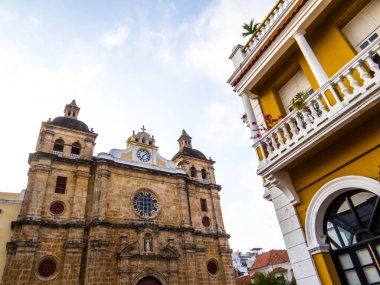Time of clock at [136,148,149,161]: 7:08
